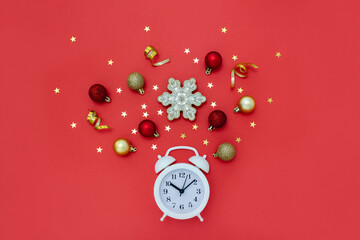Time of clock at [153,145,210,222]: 10:08
